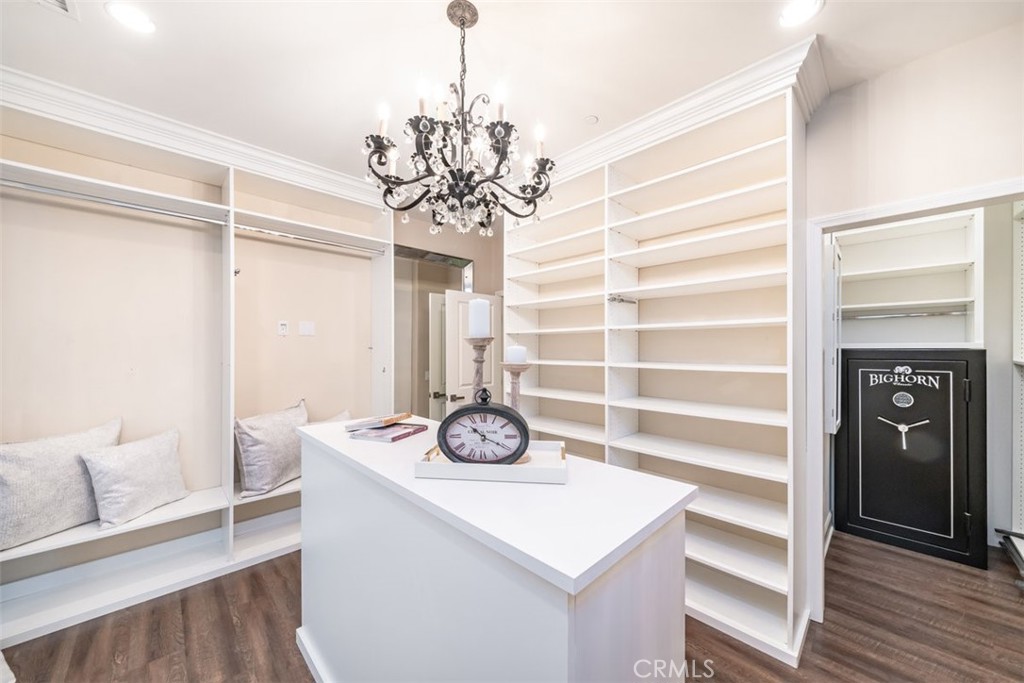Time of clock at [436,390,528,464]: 10:20
